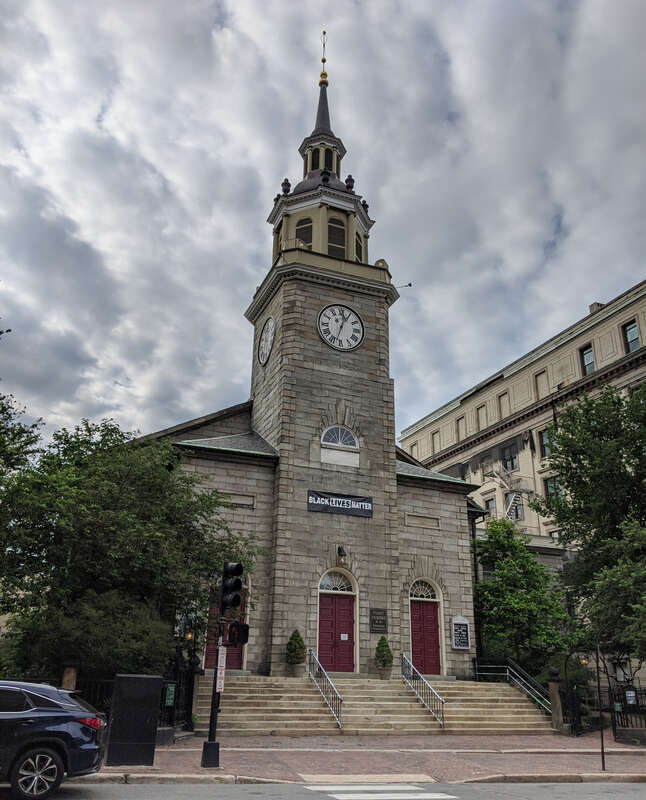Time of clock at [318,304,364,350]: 12:32
